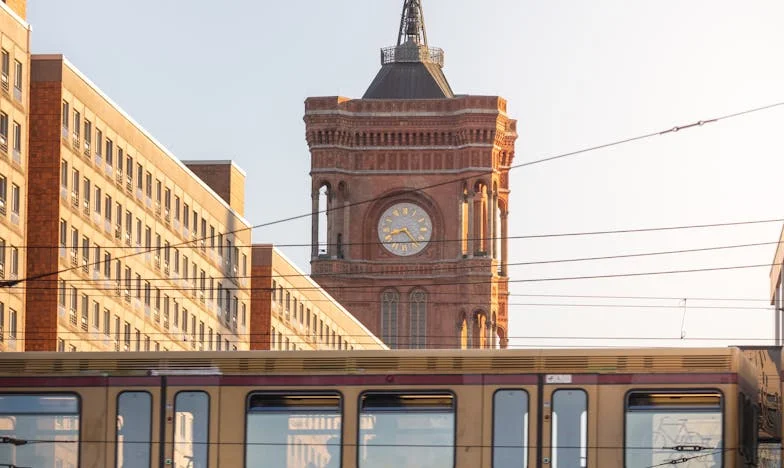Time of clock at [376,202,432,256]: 8:23
